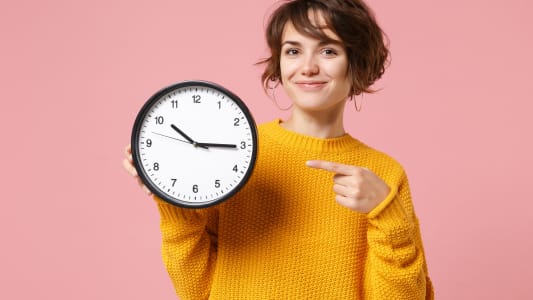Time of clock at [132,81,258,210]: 10:15
